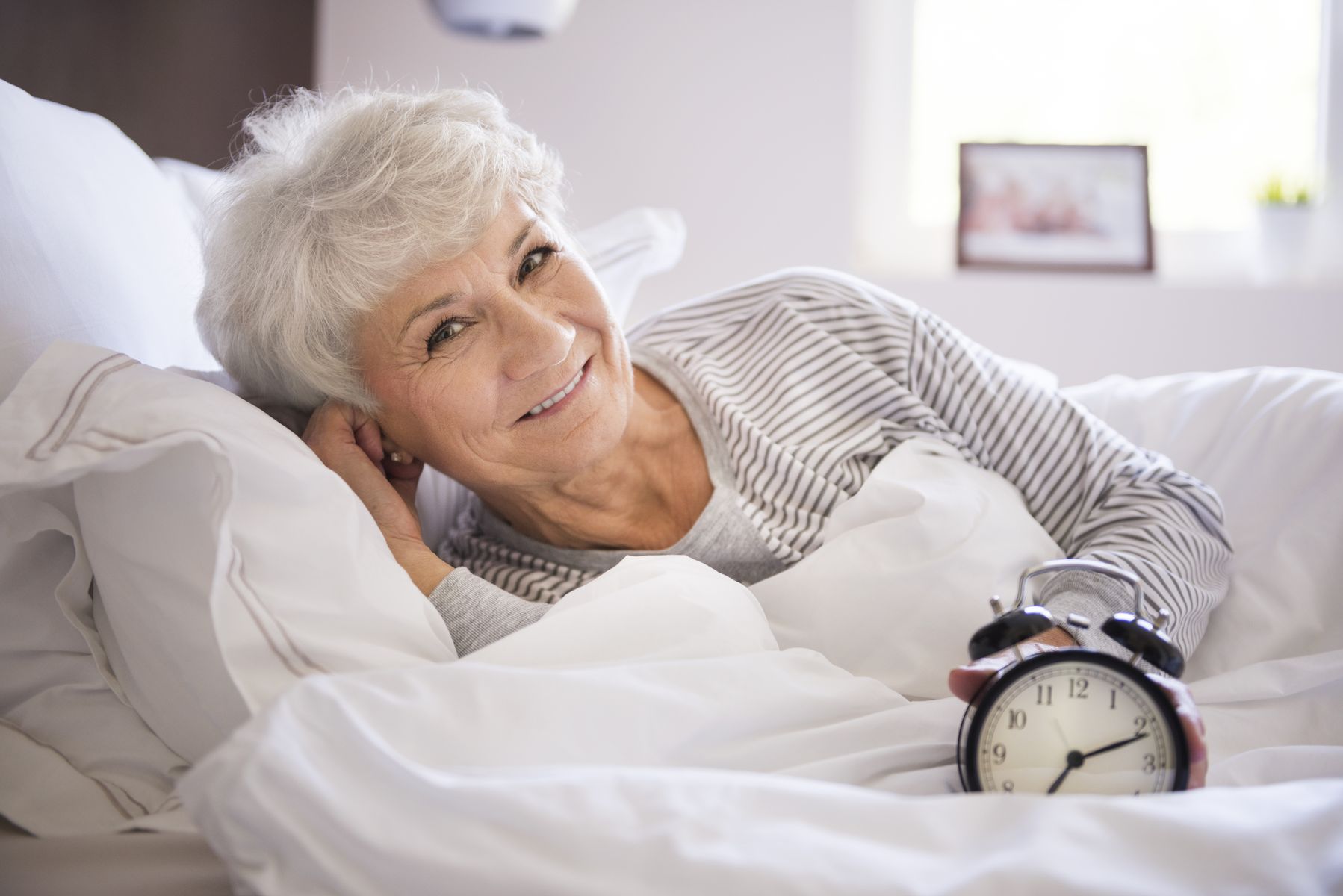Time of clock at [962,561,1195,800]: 7:11
